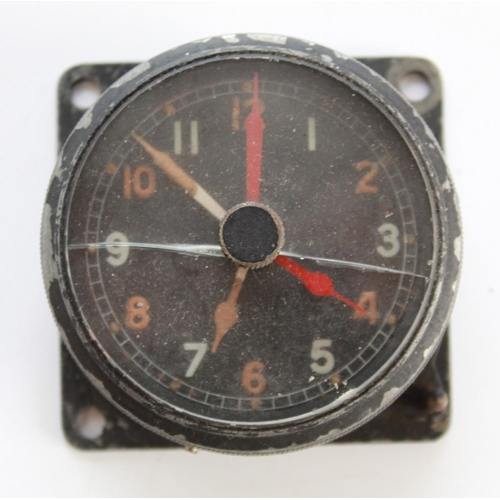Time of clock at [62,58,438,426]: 6:45
